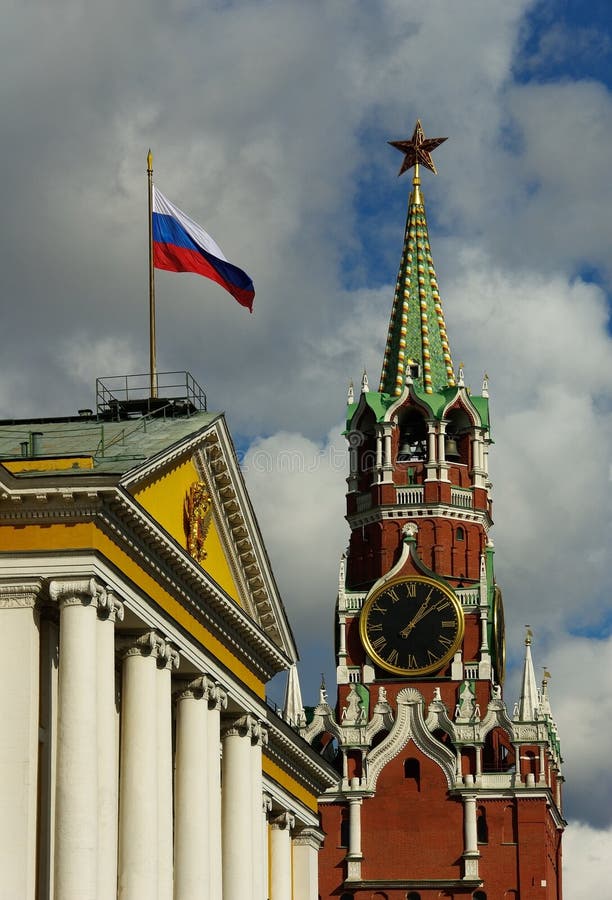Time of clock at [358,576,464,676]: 1:08
